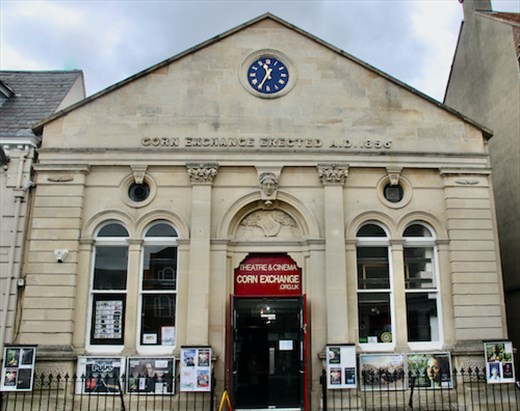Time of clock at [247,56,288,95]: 11:34
